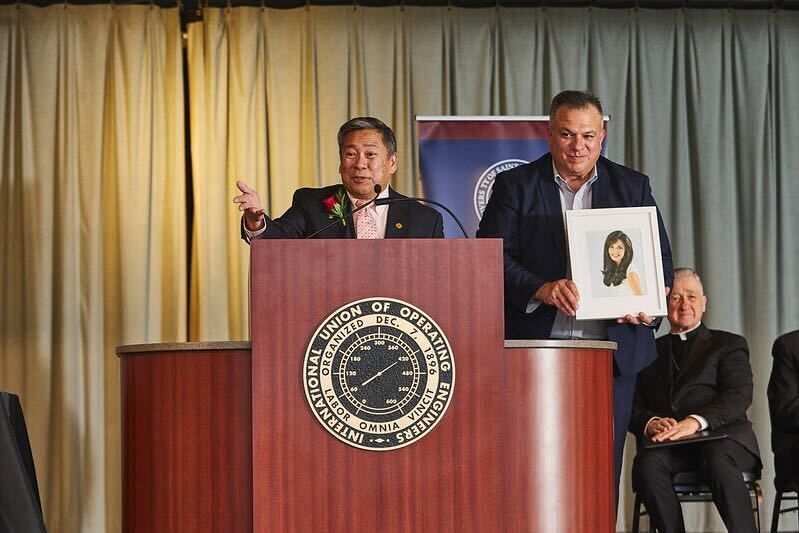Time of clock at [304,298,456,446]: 1:39
